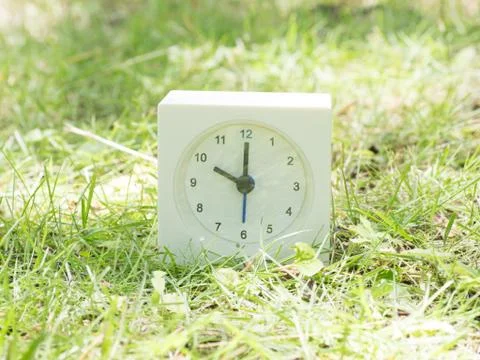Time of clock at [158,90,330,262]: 10:00
